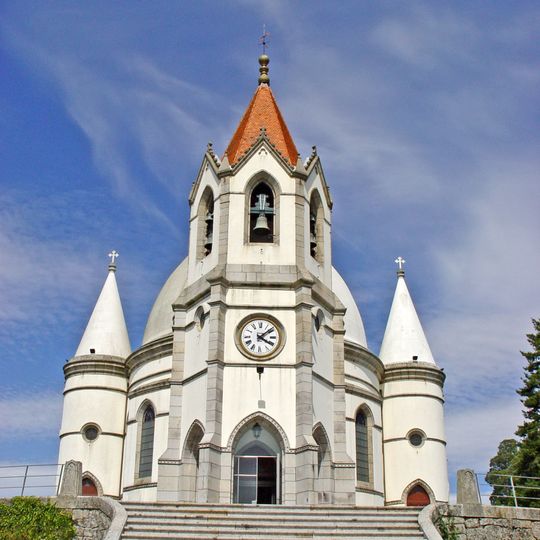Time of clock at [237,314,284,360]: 4:08
